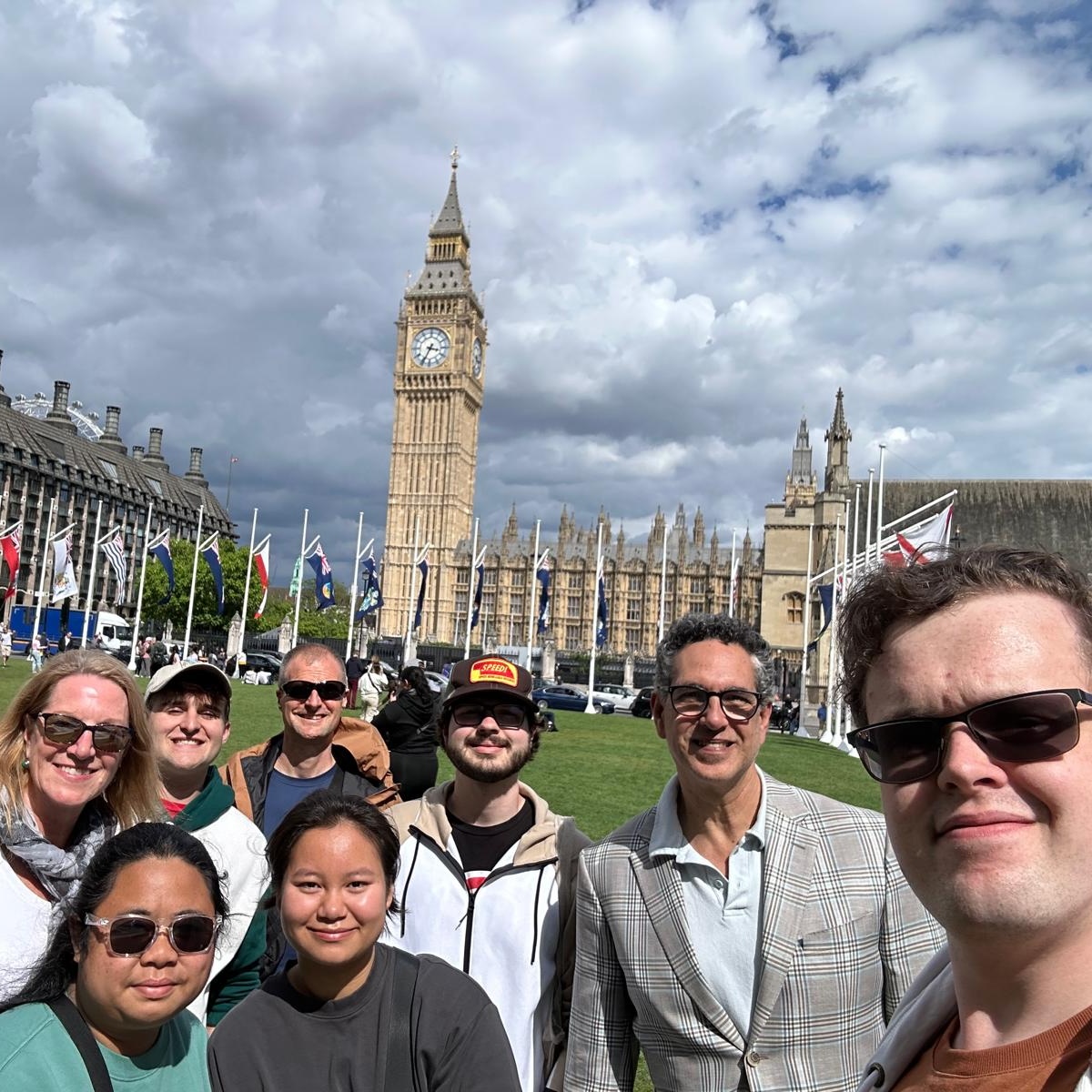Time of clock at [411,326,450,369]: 3:34
